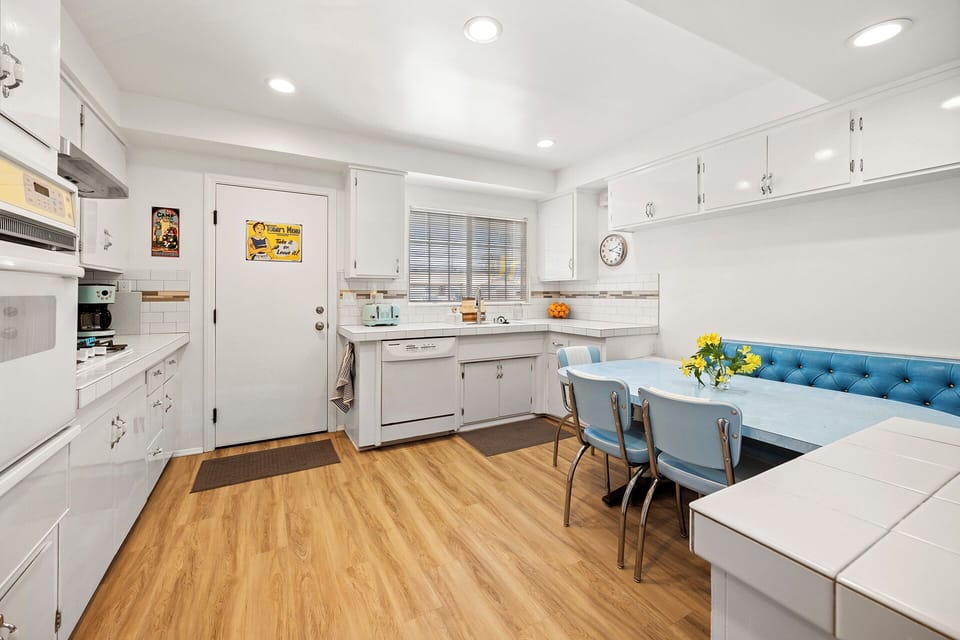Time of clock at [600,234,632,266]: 2:18
